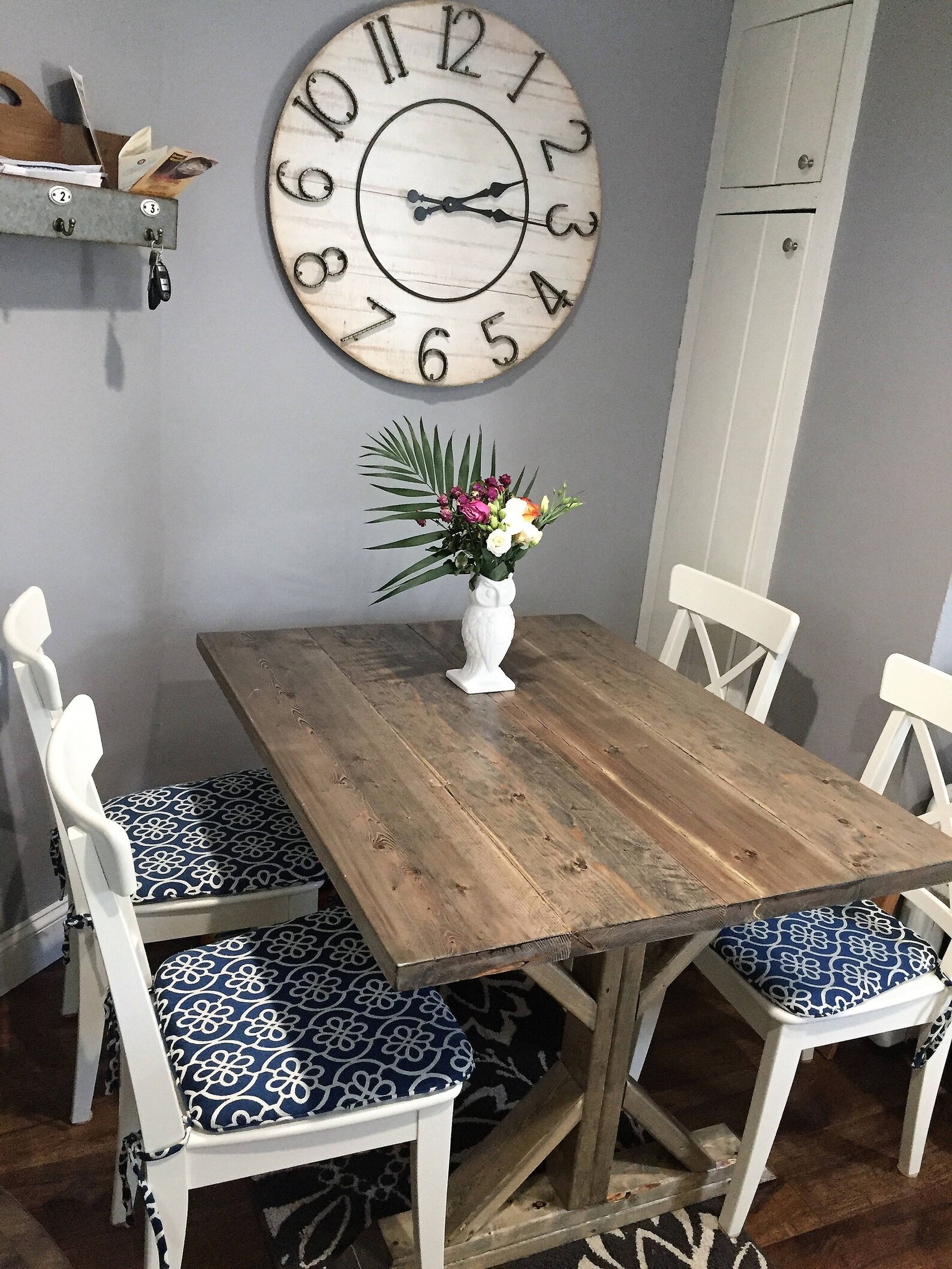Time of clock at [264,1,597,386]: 2:15
